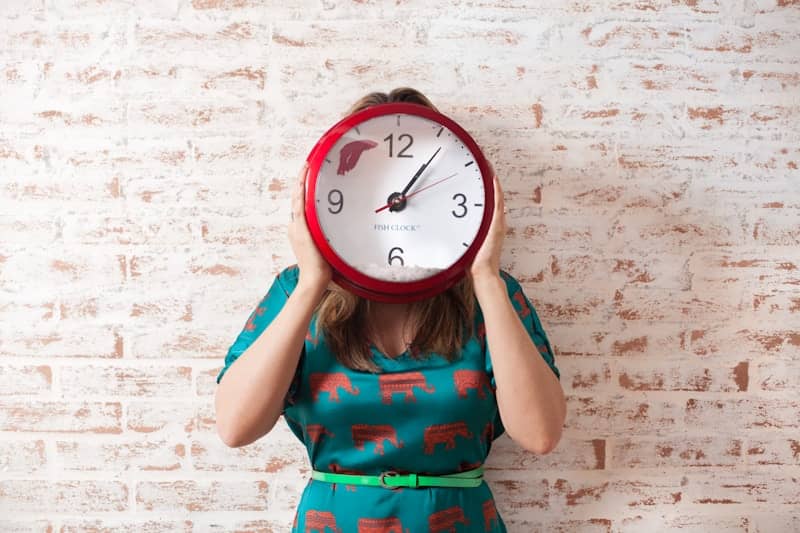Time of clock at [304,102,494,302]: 1:06
